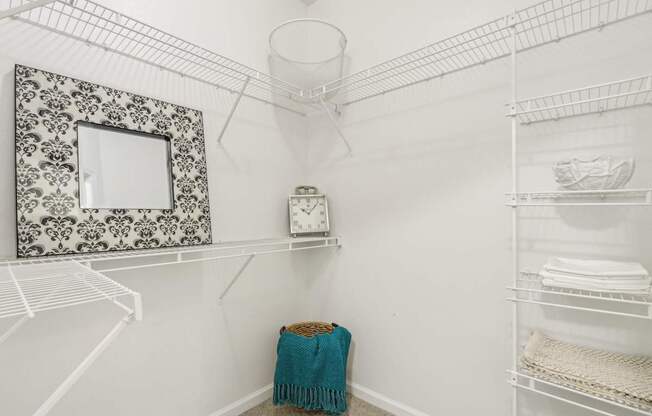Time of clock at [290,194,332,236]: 10:07
